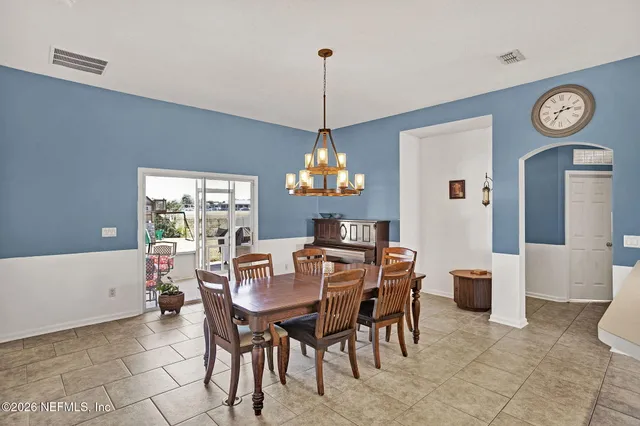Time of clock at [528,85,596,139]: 2:35
